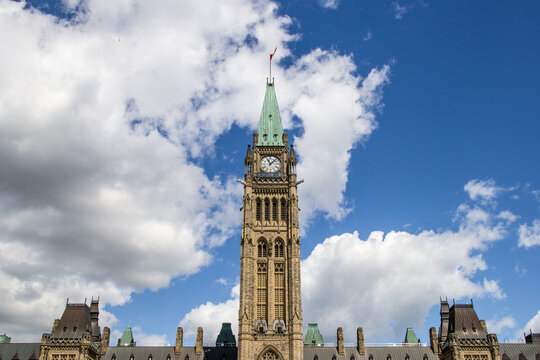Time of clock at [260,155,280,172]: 11:07
